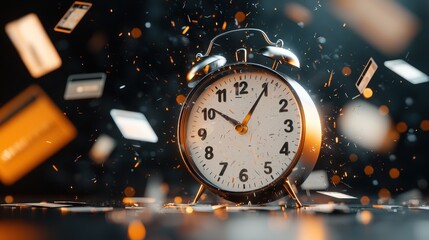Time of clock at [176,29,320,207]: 10:05
